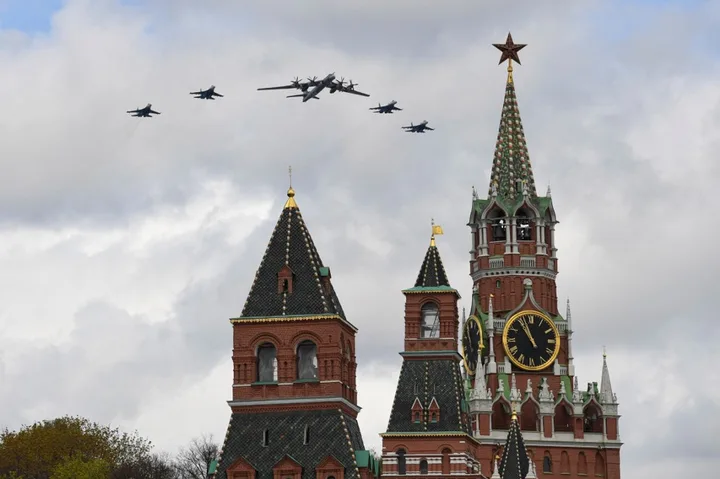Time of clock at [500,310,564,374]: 10:56
